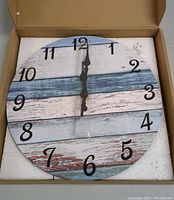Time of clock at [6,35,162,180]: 12:01
